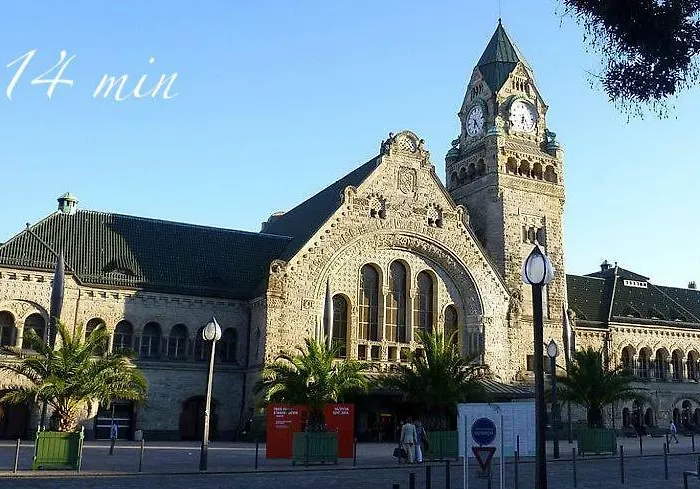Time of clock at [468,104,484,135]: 6:23
